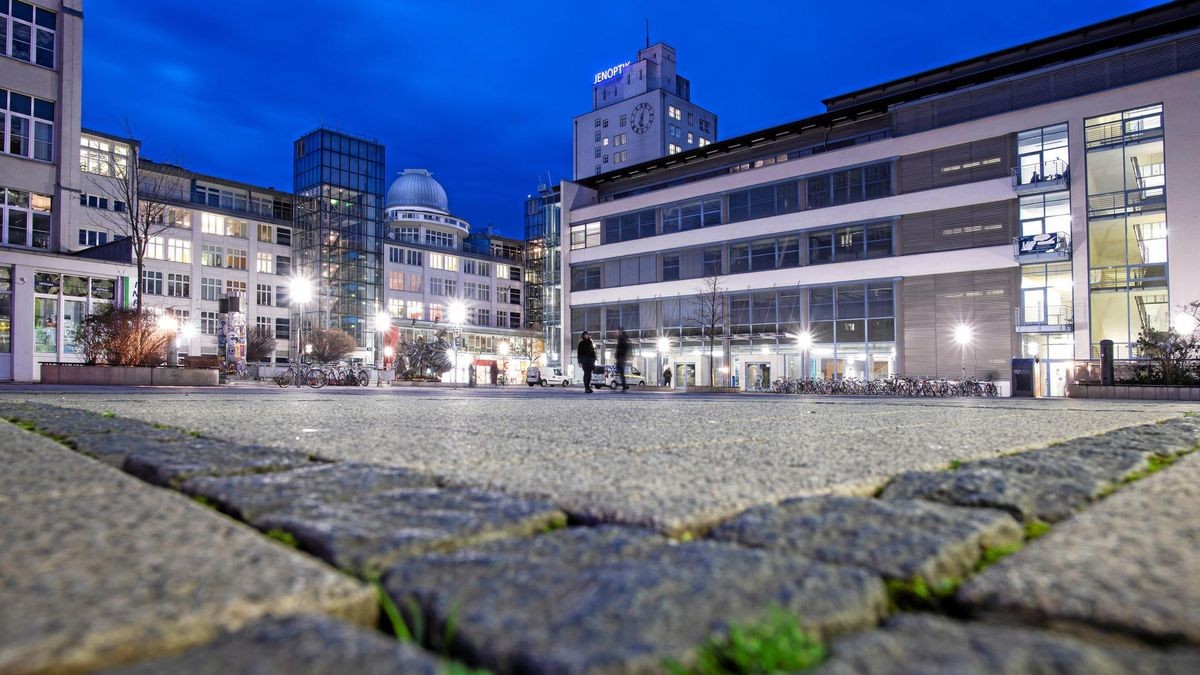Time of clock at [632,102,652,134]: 6:03
